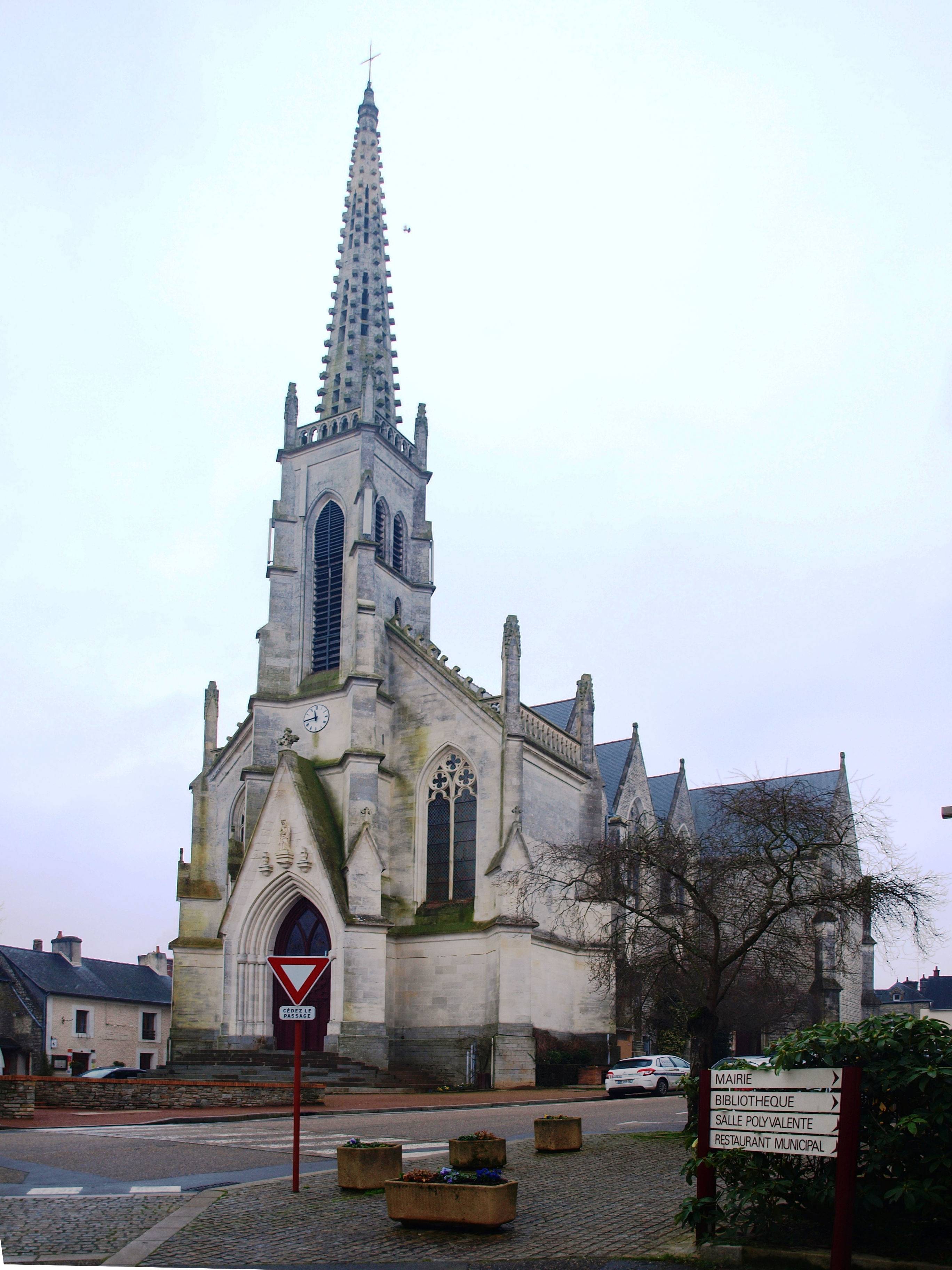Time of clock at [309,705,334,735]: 11:43
